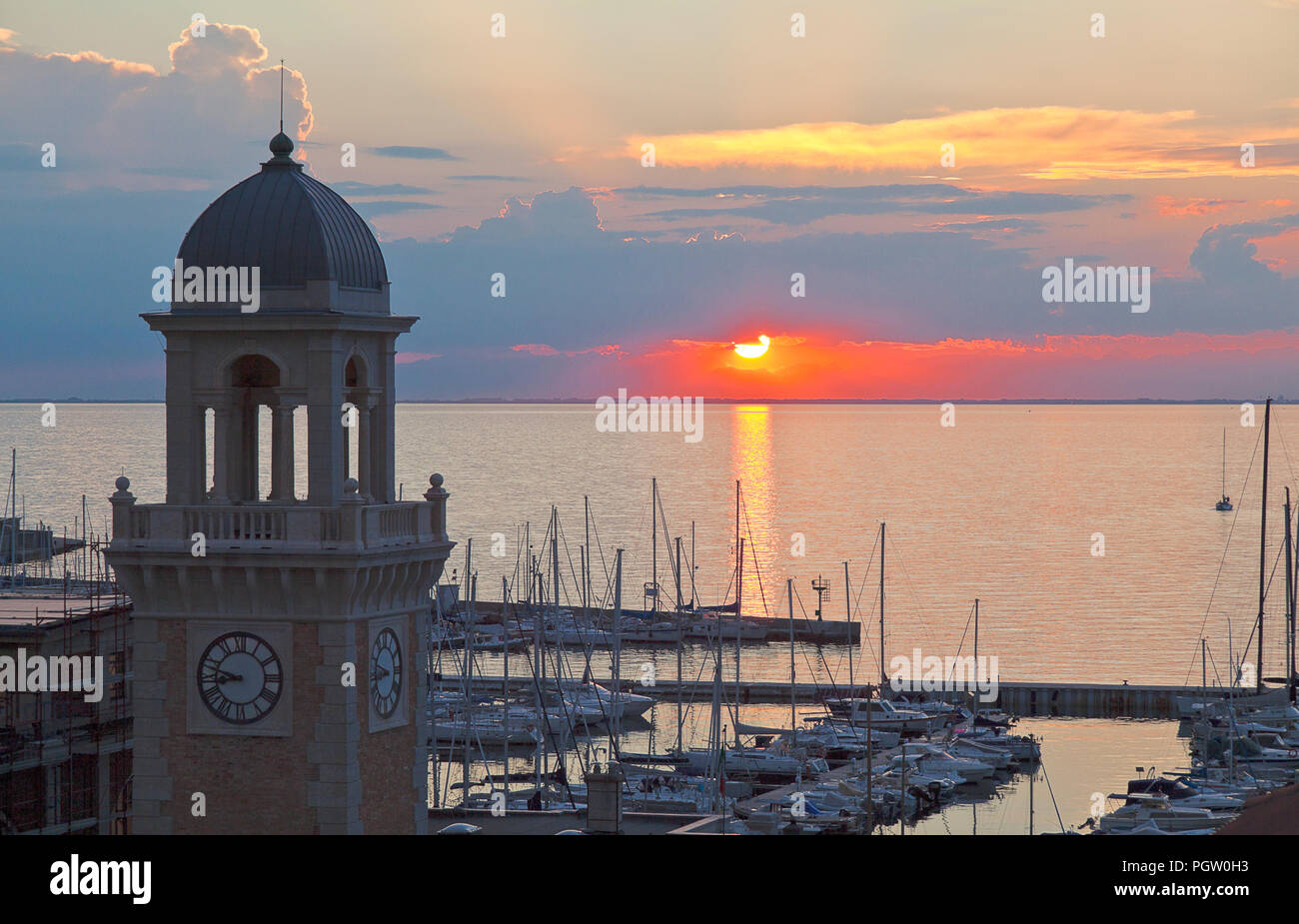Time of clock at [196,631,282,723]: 8:47
